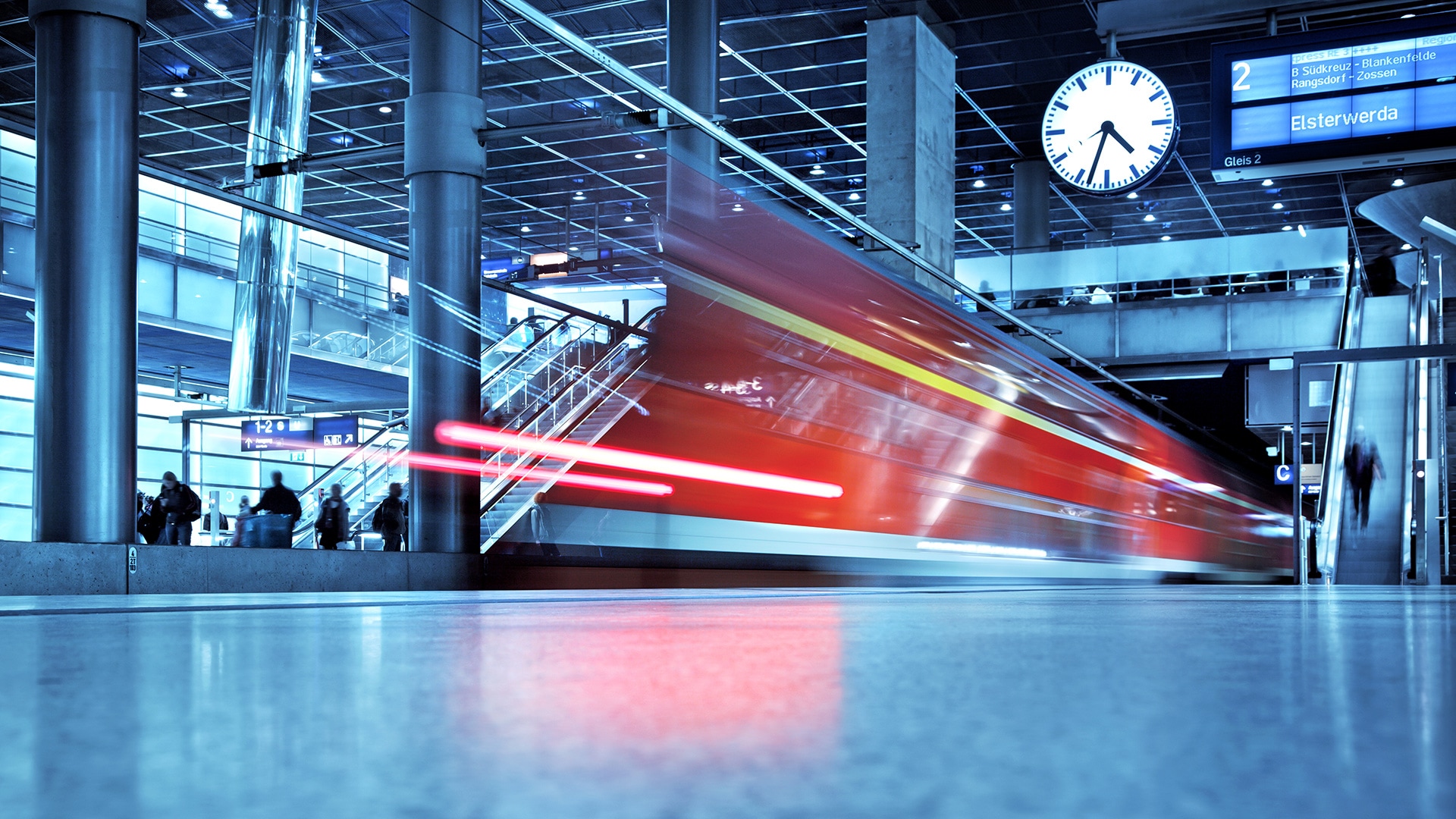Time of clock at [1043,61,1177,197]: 4:33
